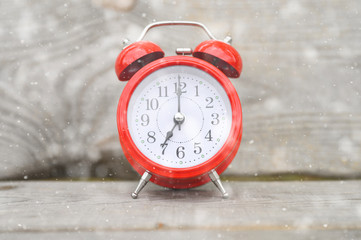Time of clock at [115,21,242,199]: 7:00
